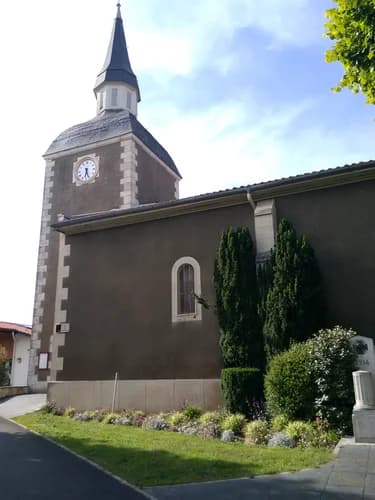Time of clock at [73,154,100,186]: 6:26
